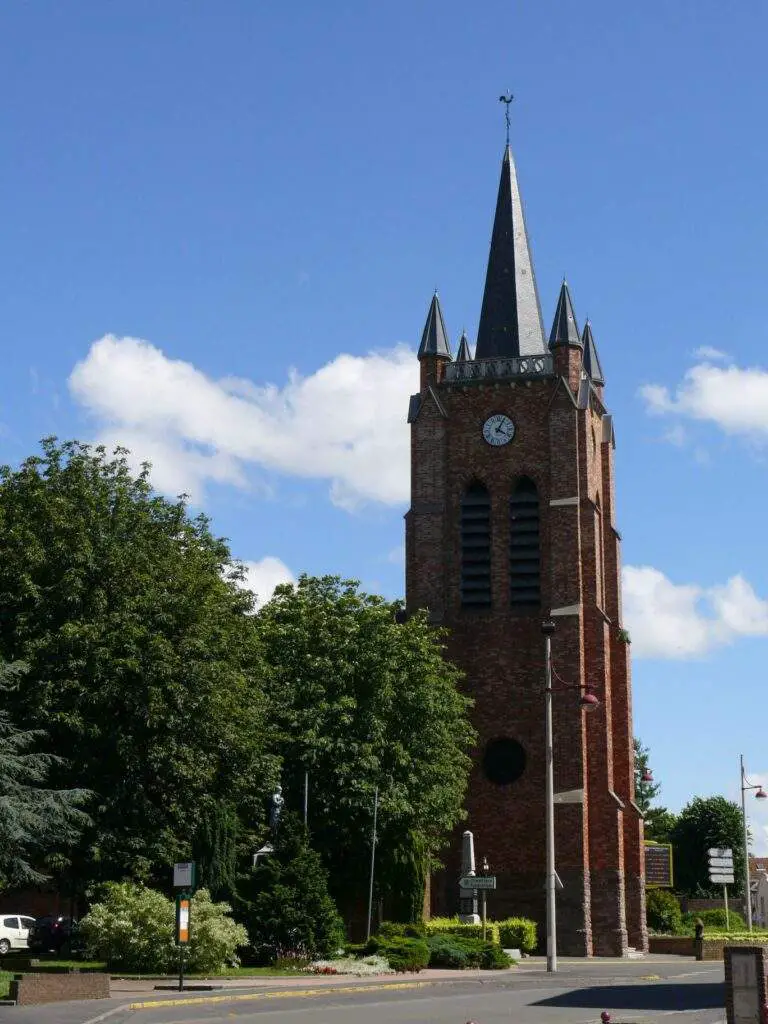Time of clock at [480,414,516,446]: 4:04
